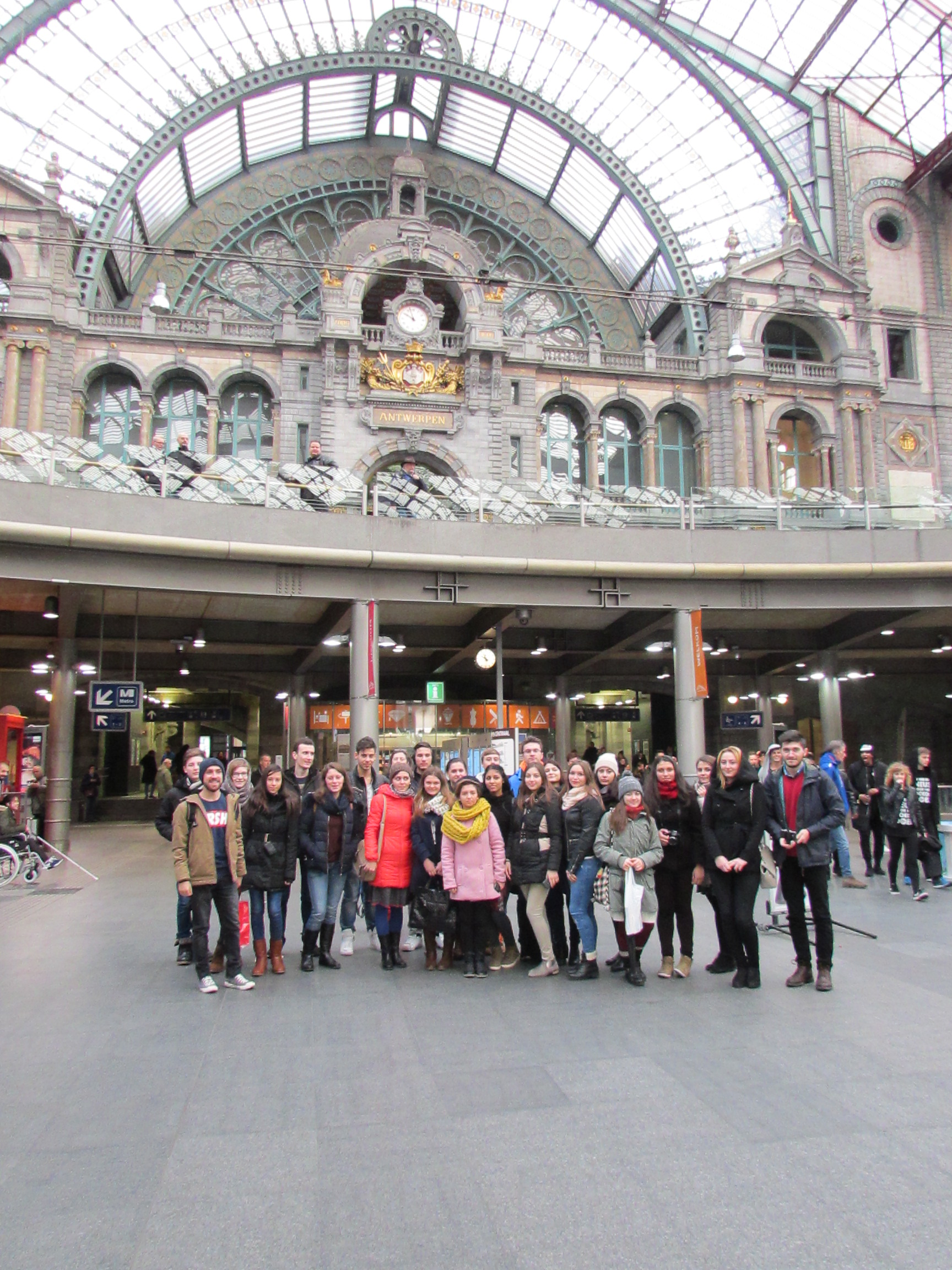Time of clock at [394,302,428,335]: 9:57
